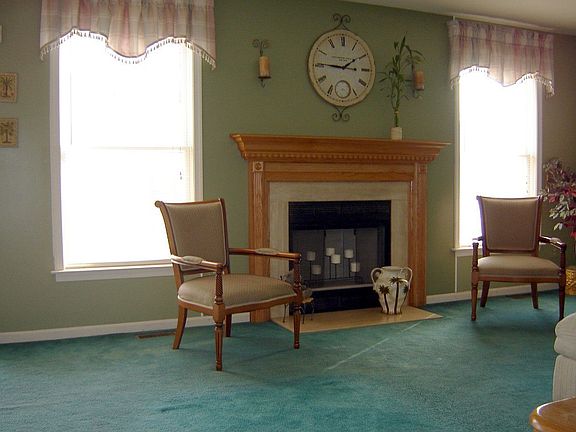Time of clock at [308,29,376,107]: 1:45
